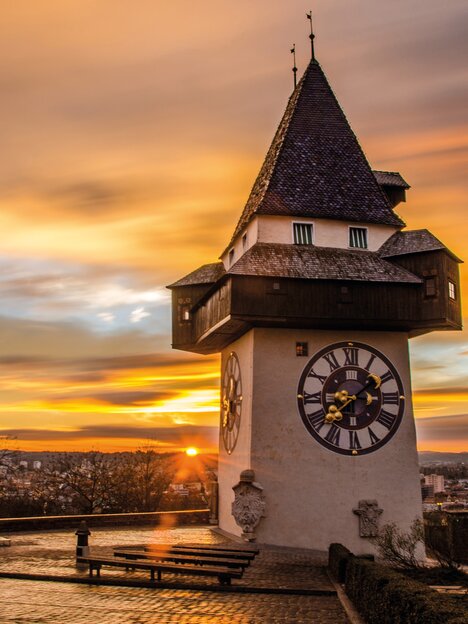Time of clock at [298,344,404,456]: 1:37
